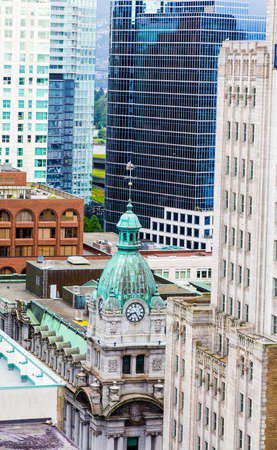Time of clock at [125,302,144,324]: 8:24
